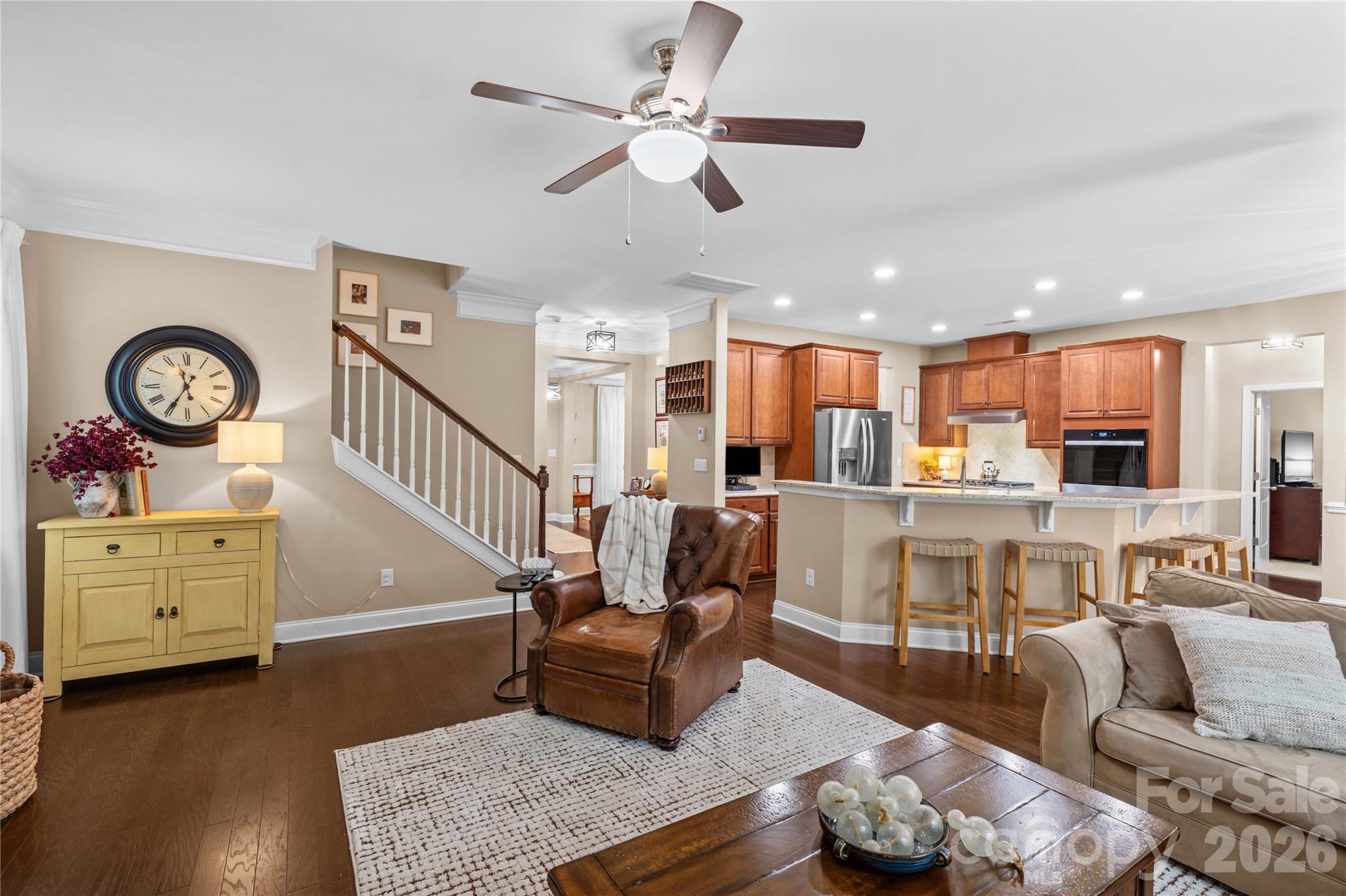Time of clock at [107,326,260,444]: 11:35
